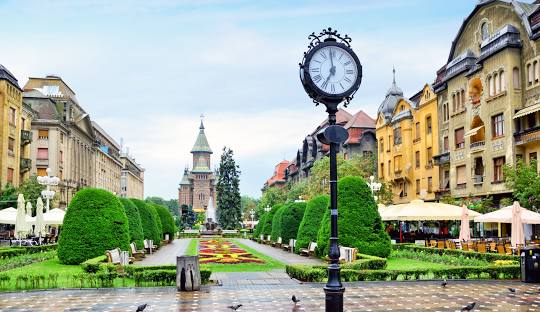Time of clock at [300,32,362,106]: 6:59
